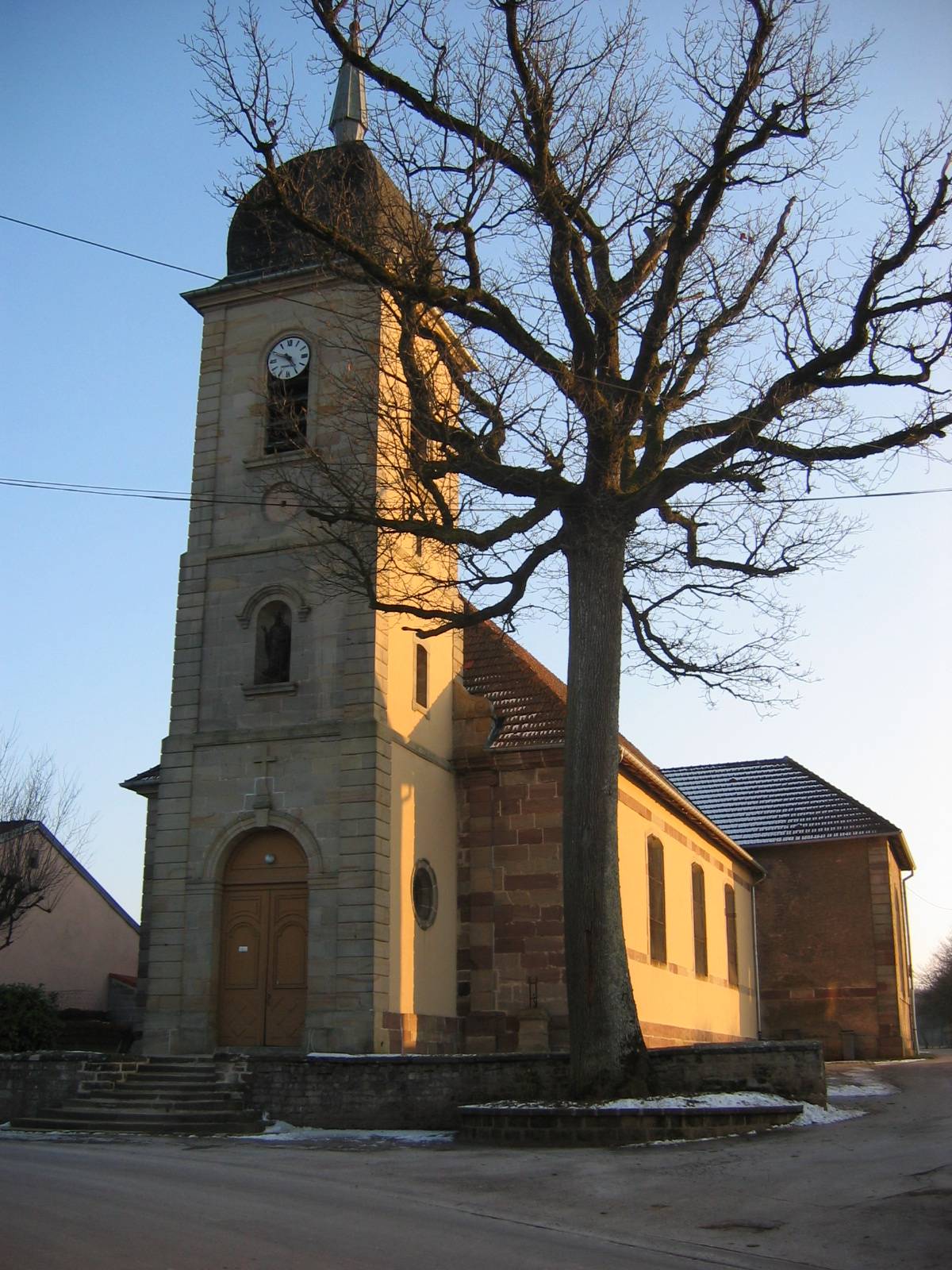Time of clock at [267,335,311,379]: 4:48
